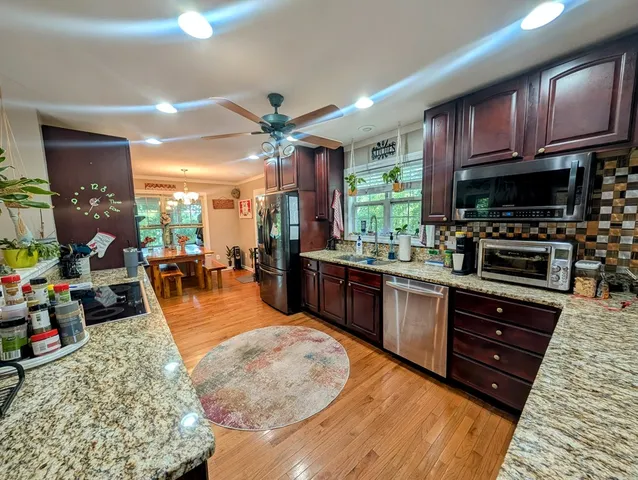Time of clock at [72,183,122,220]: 1:34
